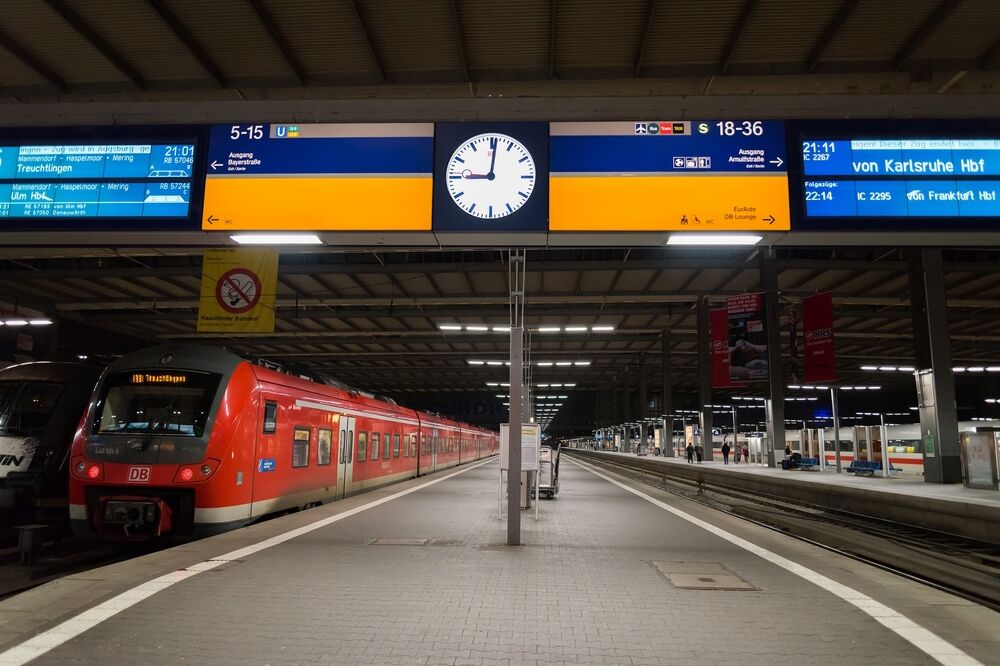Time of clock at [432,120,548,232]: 9:01
